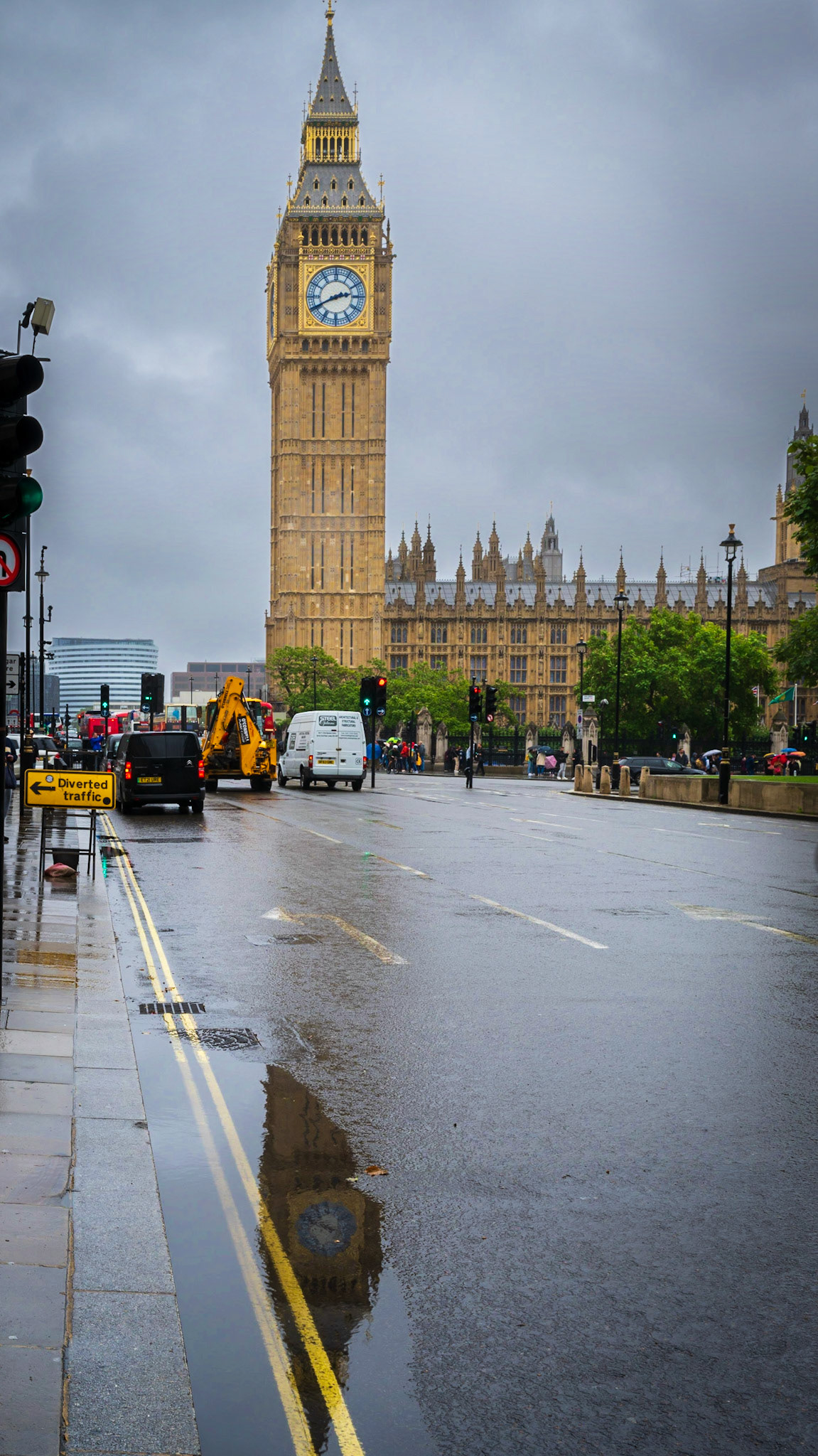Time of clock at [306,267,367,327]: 2:40
